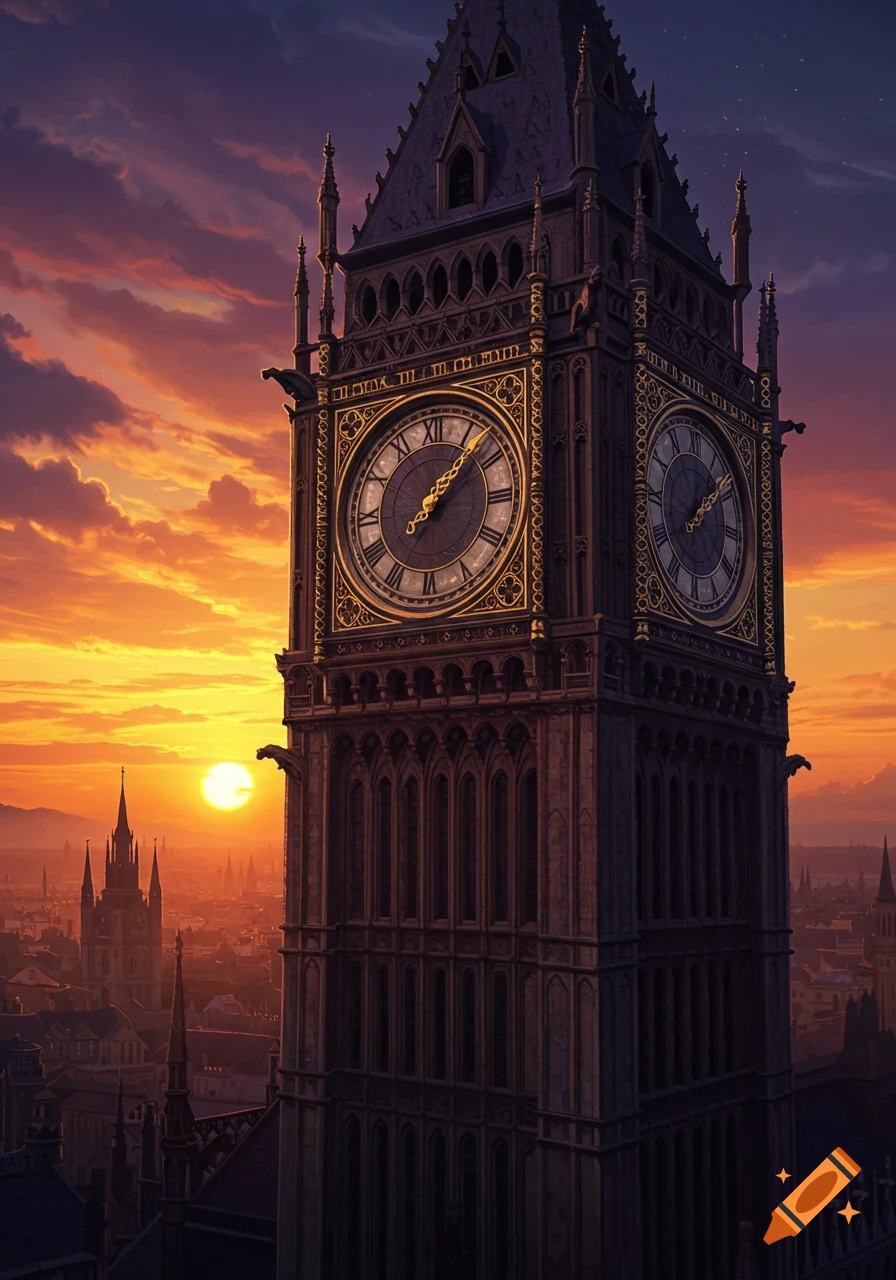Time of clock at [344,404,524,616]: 1:07
